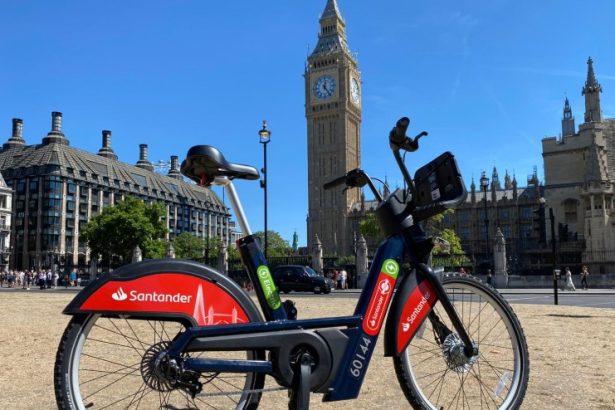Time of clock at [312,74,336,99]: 12:23
